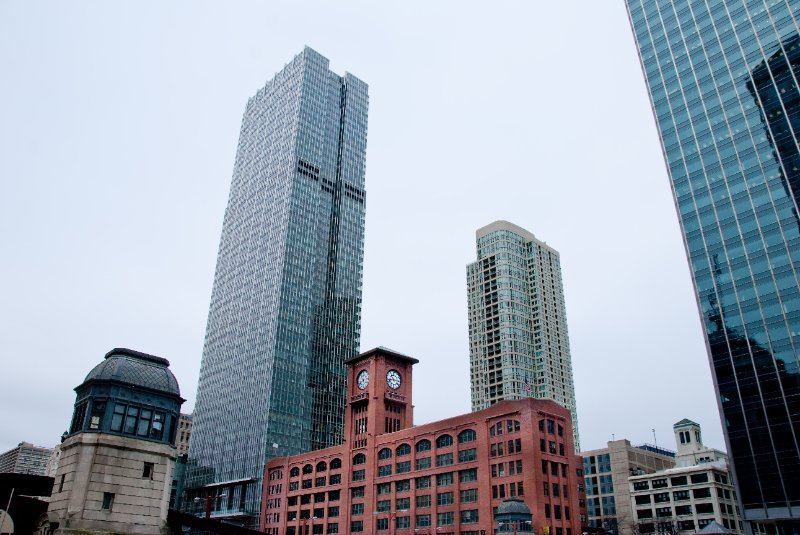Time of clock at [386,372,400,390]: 10:42
